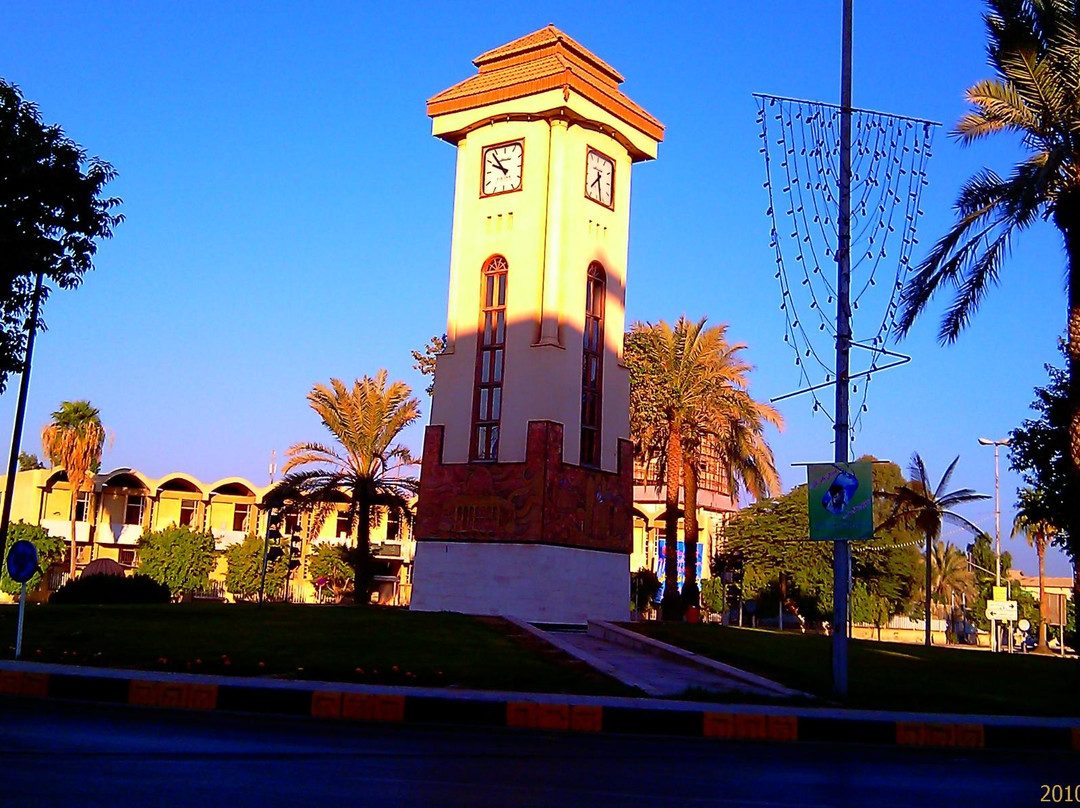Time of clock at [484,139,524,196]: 9:53
